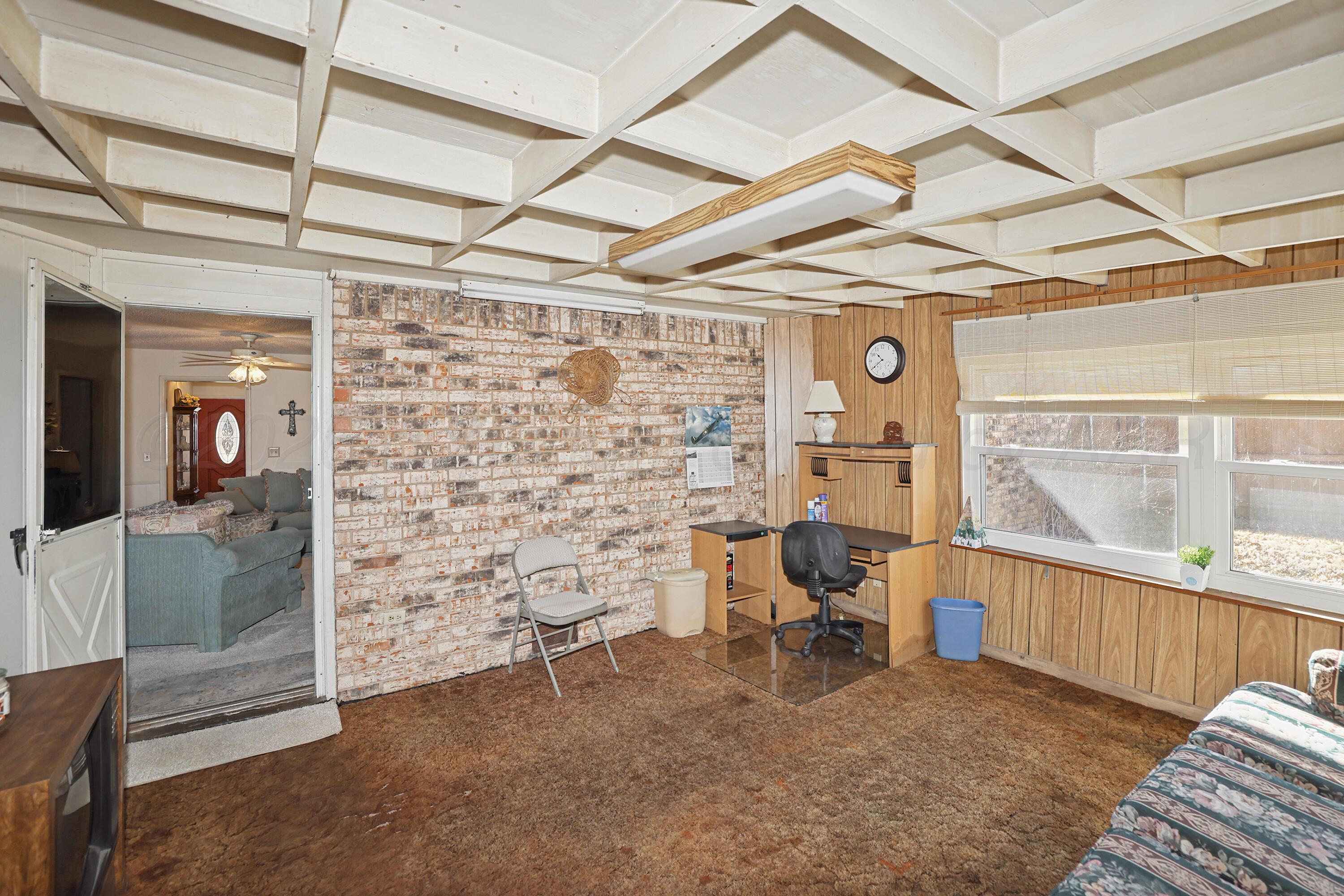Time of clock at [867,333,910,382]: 10:39
